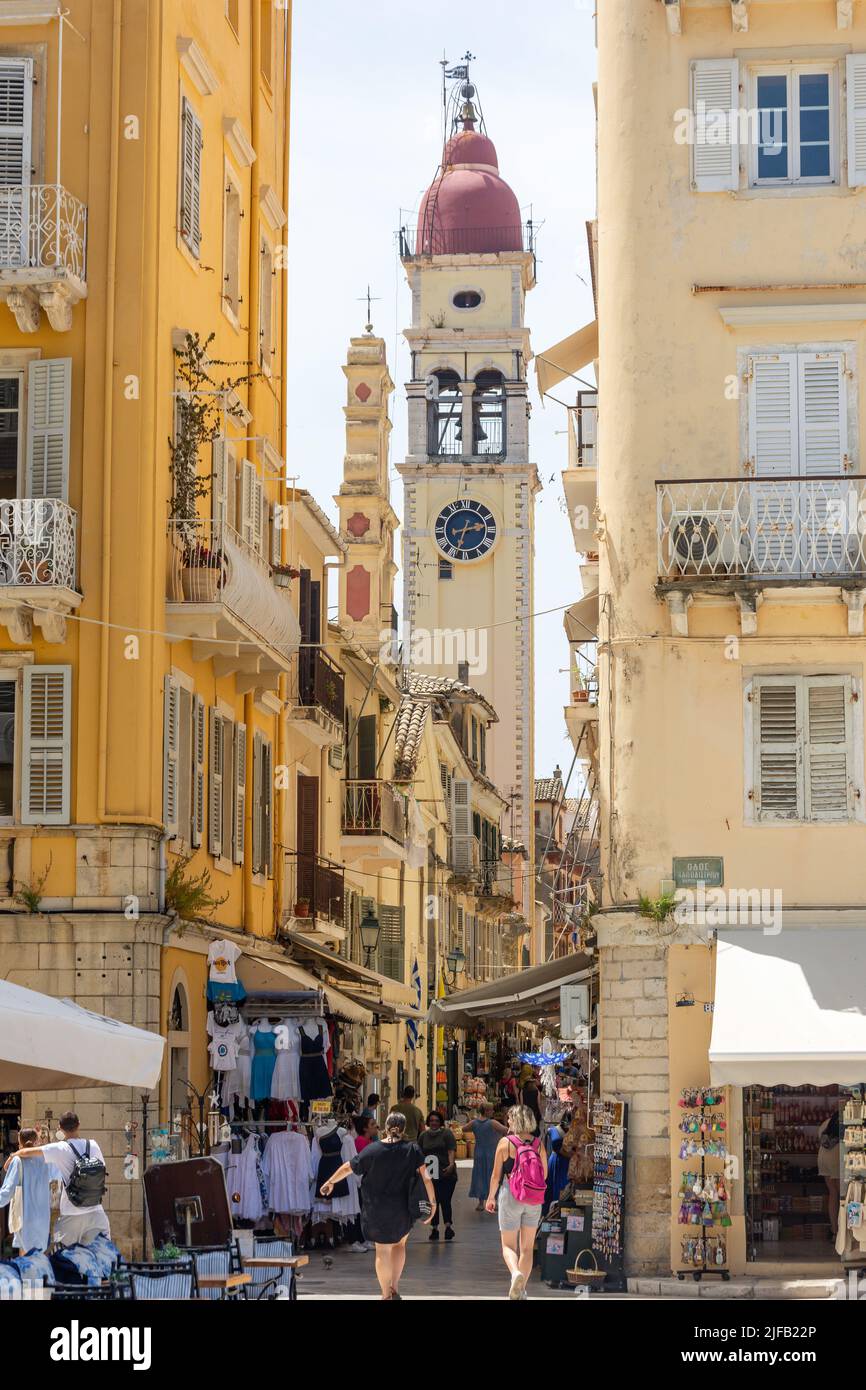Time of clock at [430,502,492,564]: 2:33
